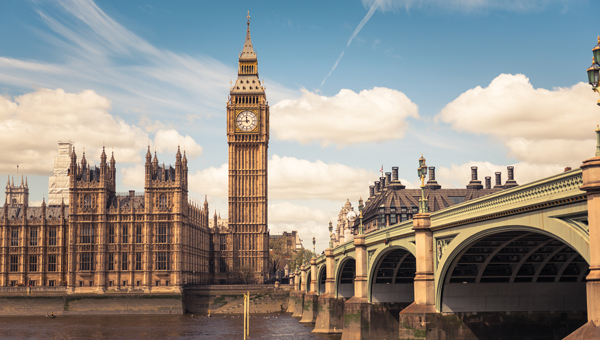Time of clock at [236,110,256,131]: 11:44
